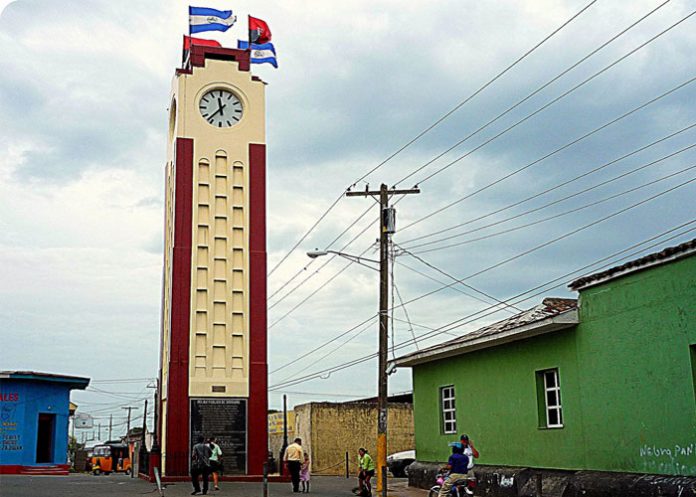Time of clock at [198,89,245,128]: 11:36
